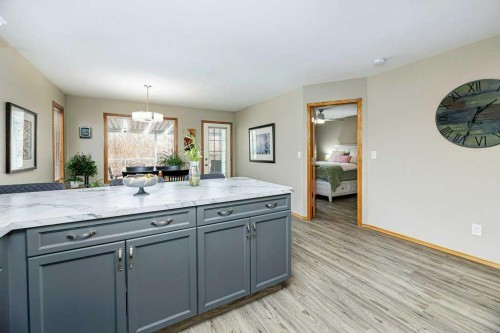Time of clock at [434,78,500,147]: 1:33
